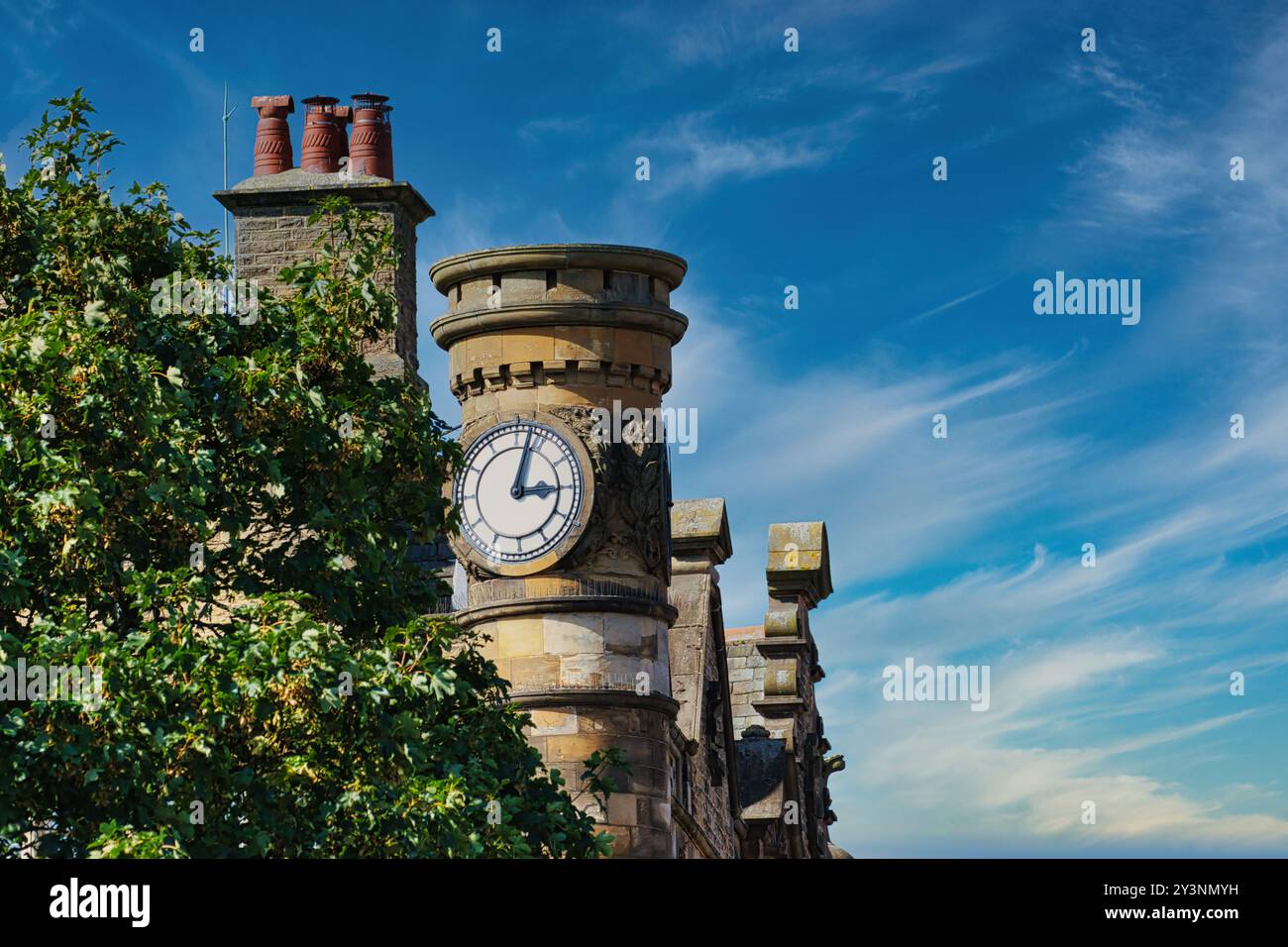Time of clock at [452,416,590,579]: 3:02
